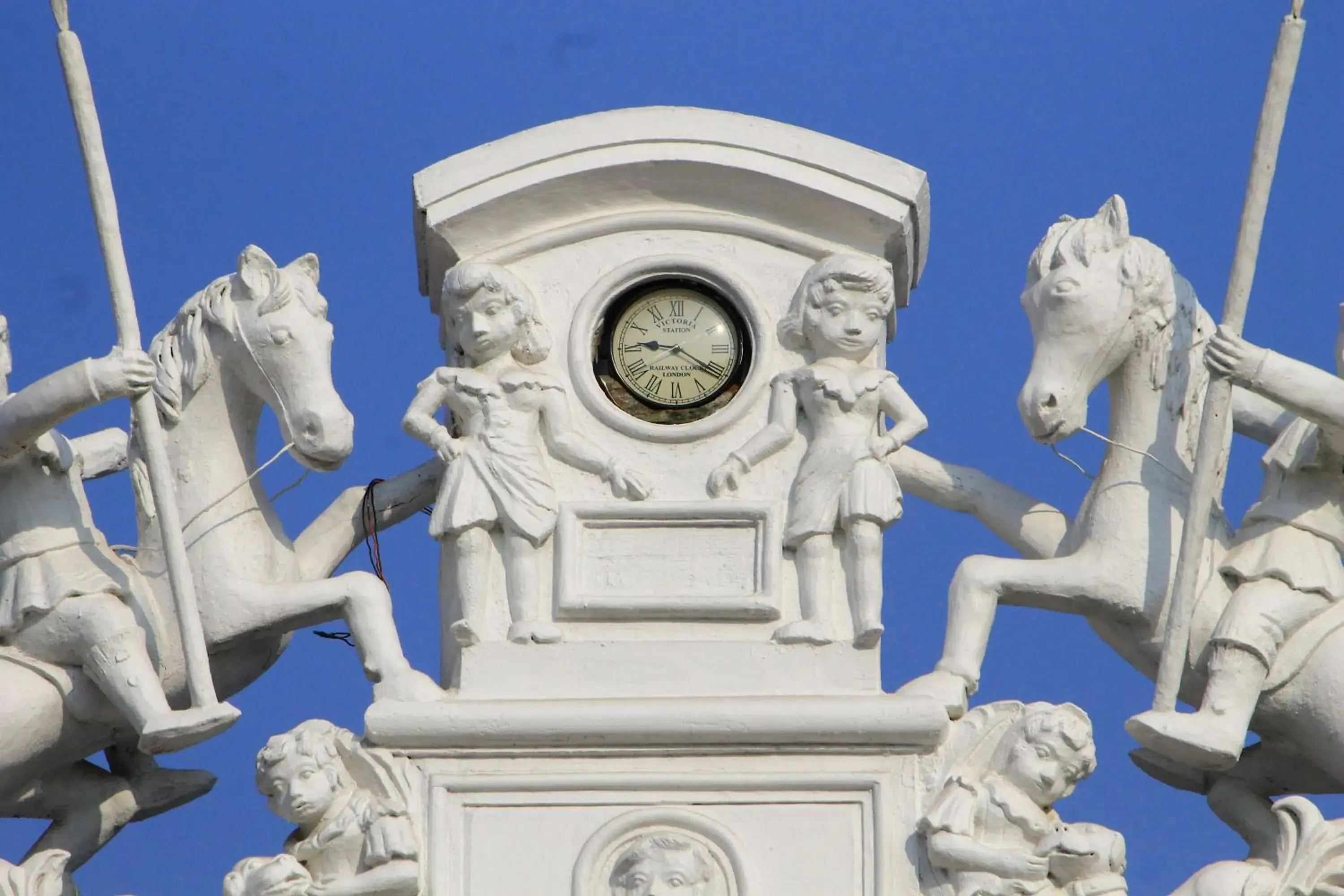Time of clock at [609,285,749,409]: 9:20
